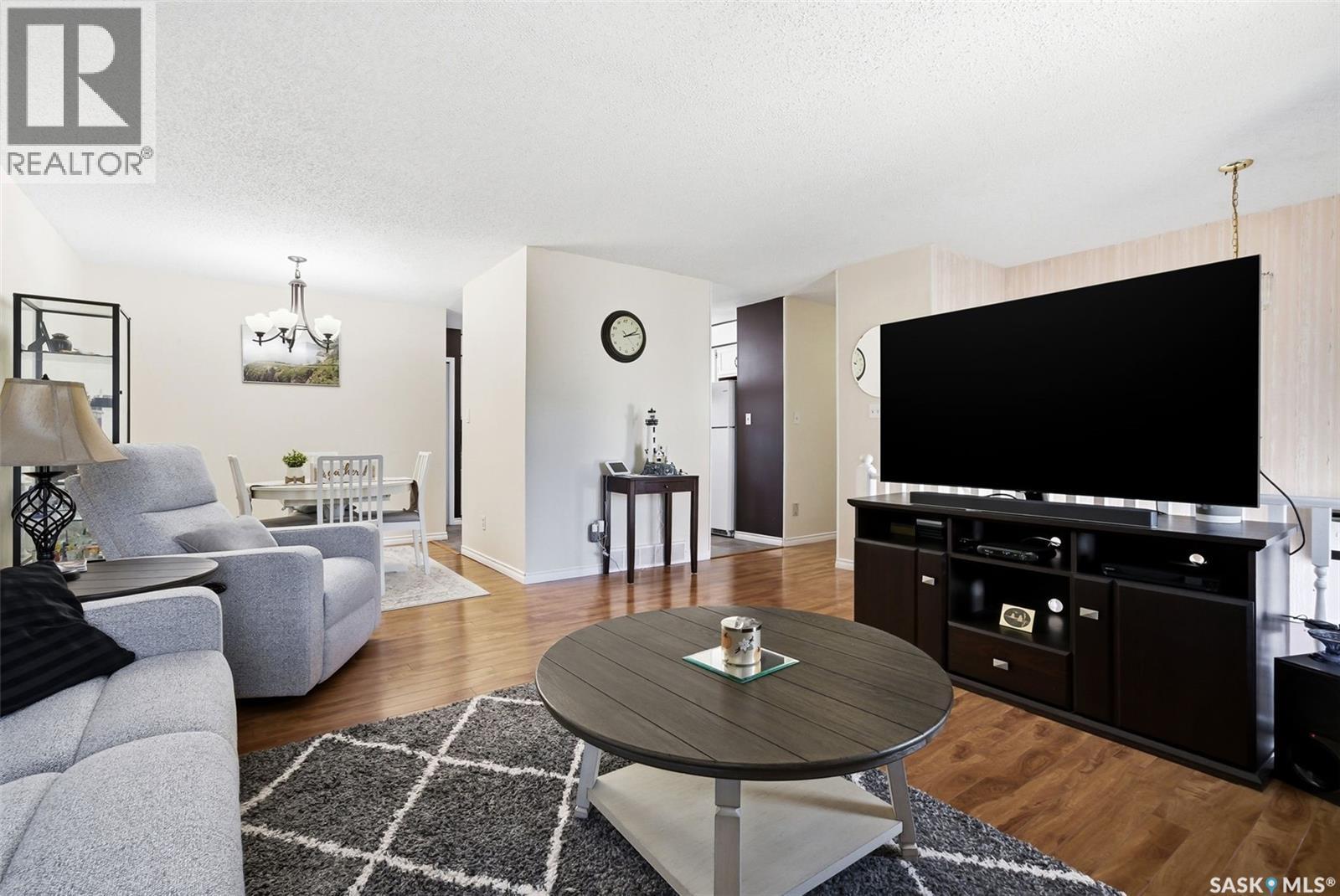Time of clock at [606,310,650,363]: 2:13
